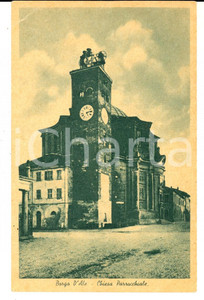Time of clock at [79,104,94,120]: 5:13
